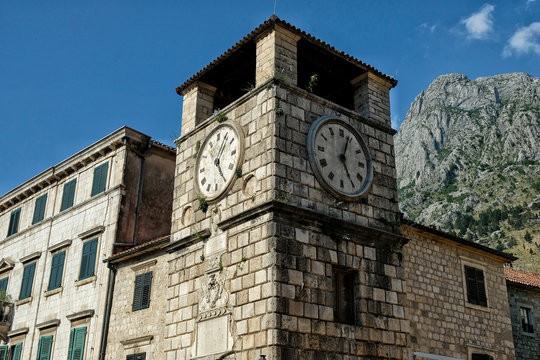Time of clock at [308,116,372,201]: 5:03
